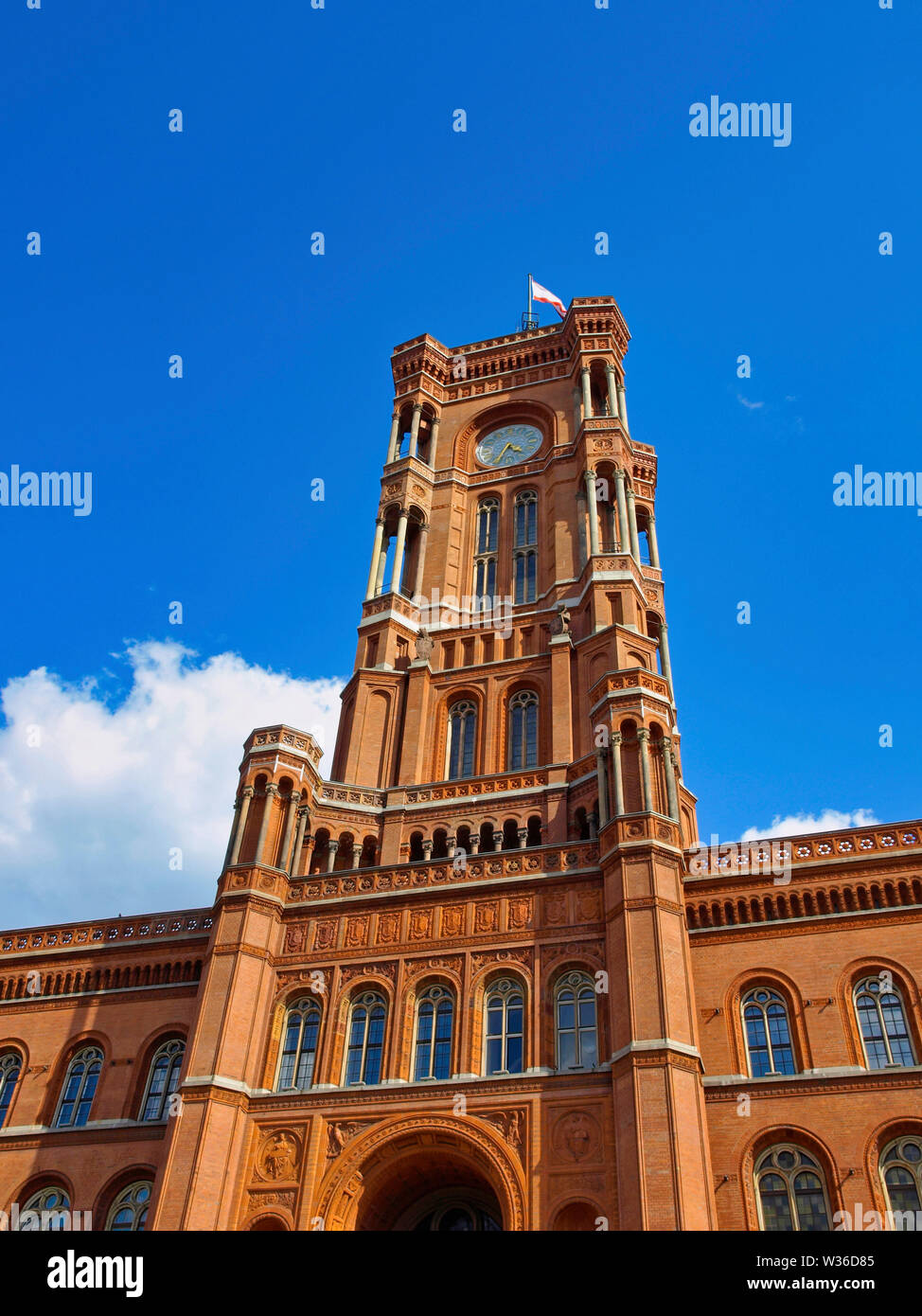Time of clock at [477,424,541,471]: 4:34
